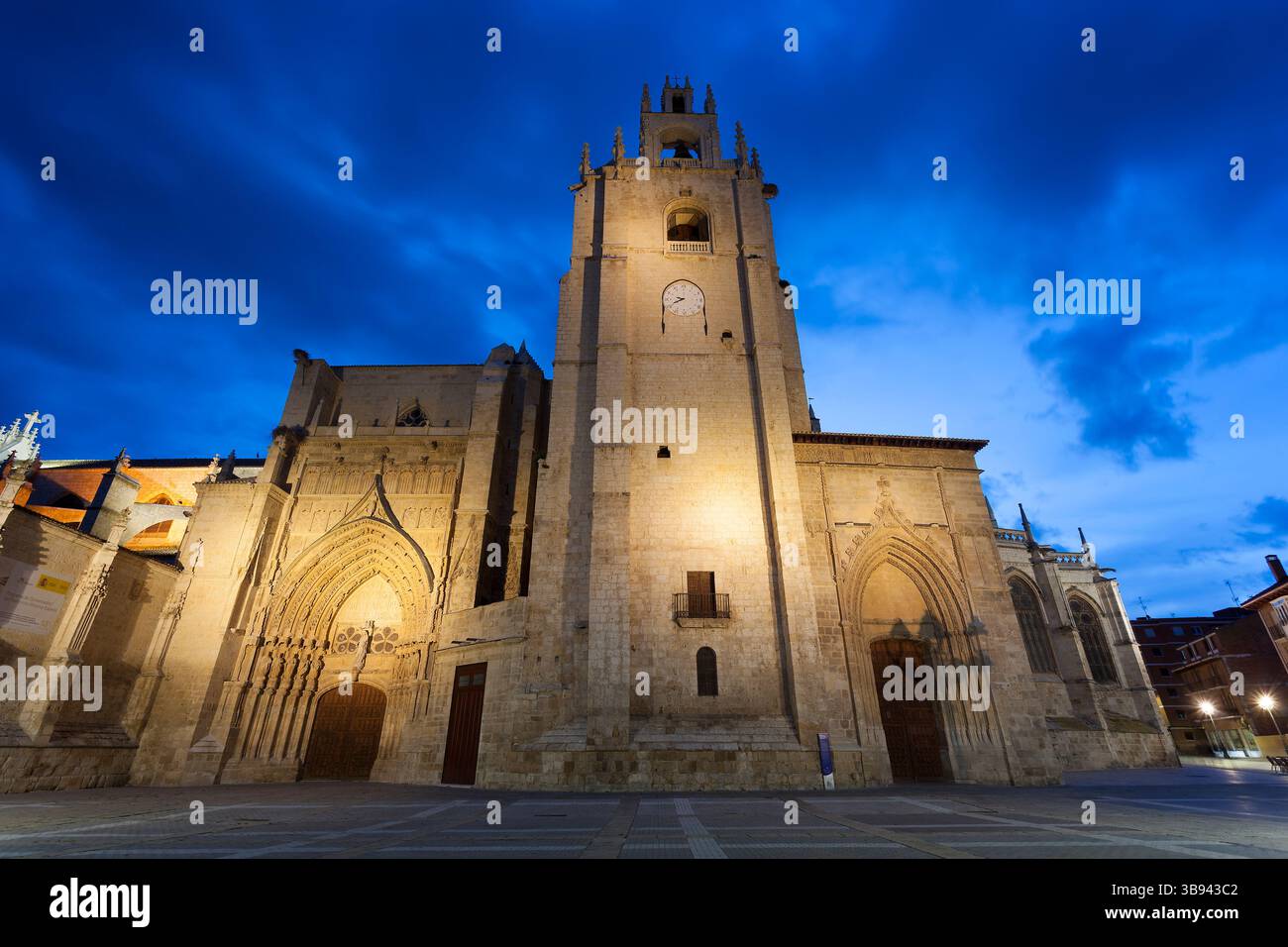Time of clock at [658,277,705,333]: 9:41
